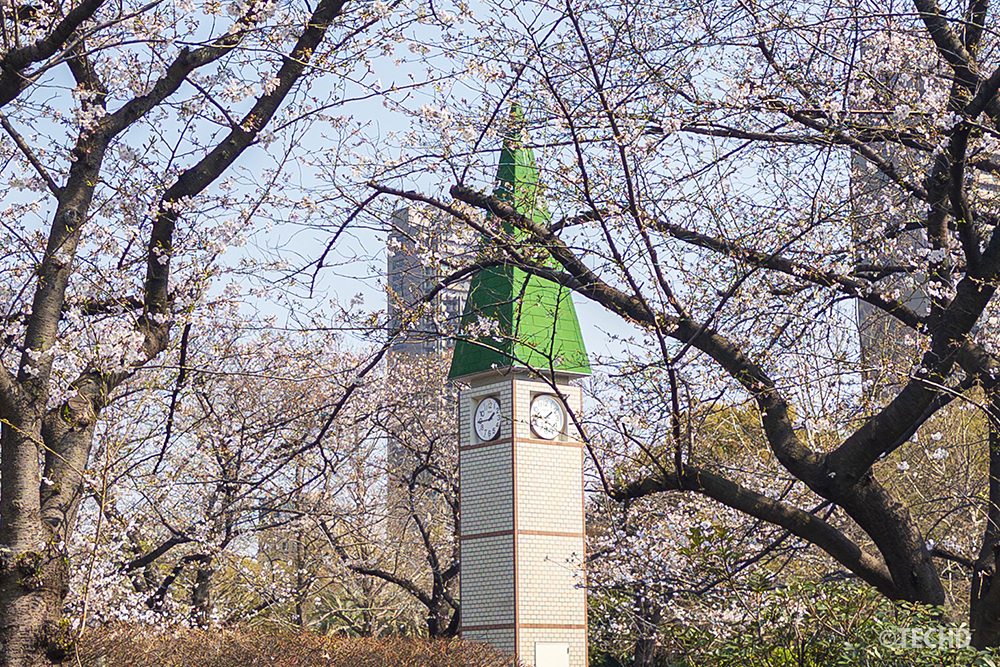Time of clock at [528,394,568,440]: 1:46
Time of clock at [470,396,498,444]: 1:44
